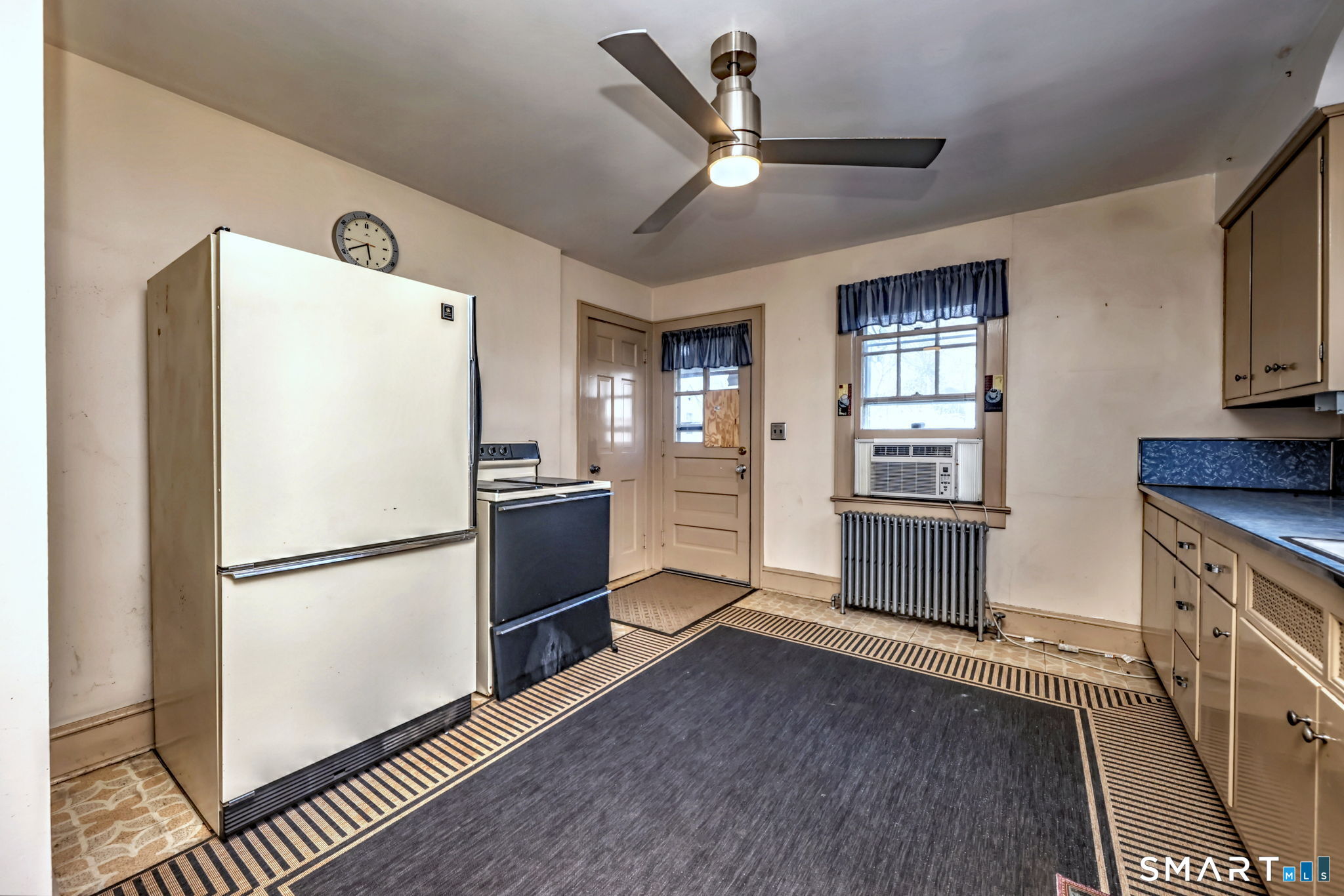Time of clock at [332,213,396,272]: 5:40
